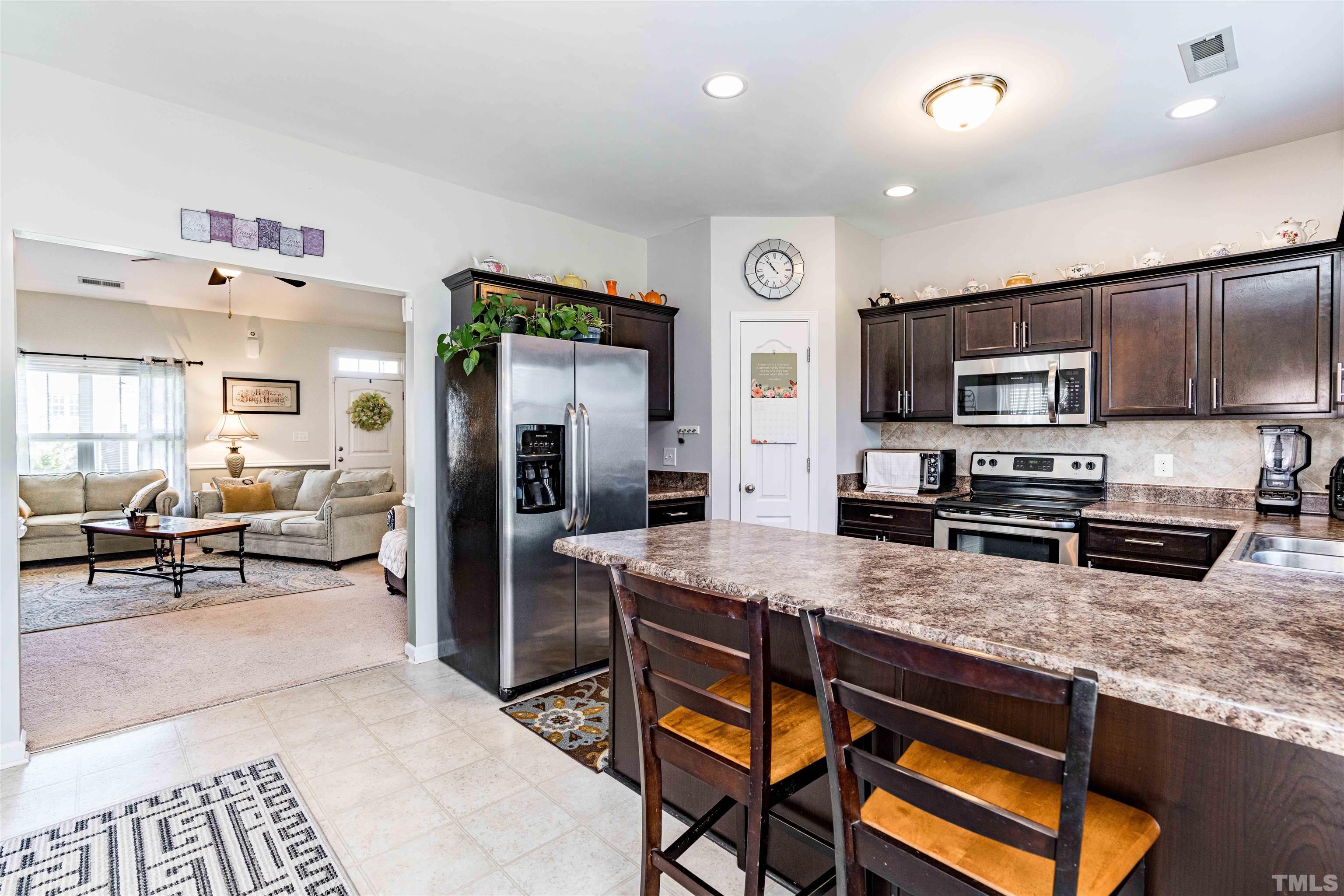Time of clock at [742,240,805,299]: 10:53
